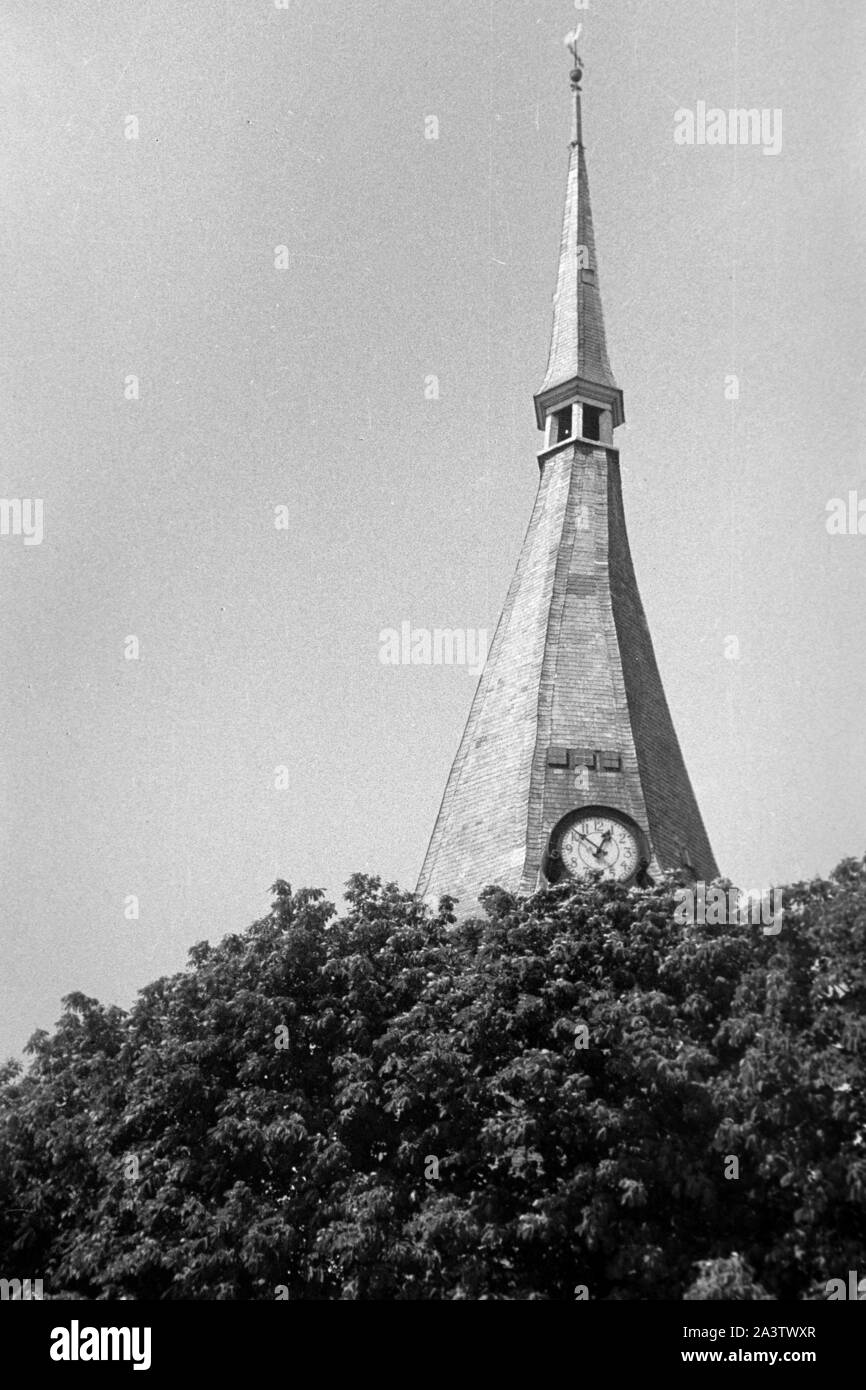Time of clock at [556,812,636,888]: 12:52
